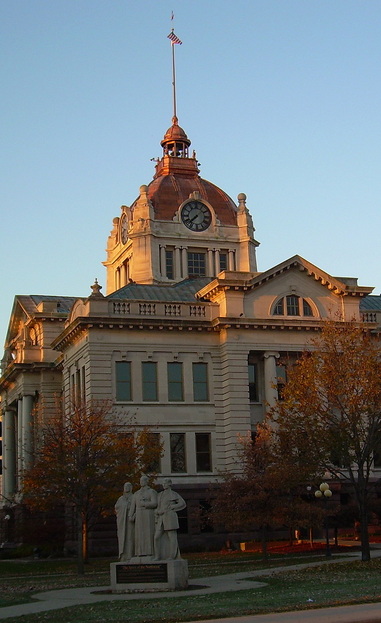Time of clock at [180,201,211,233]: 7:37
